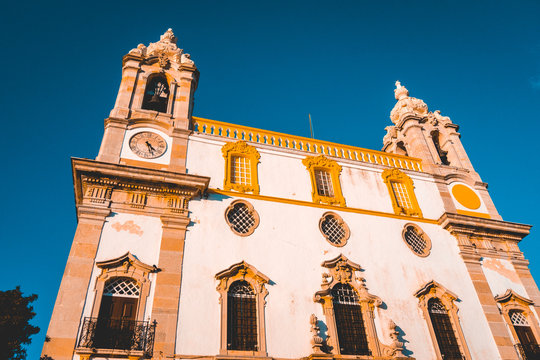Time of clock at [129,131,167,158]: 4:26
